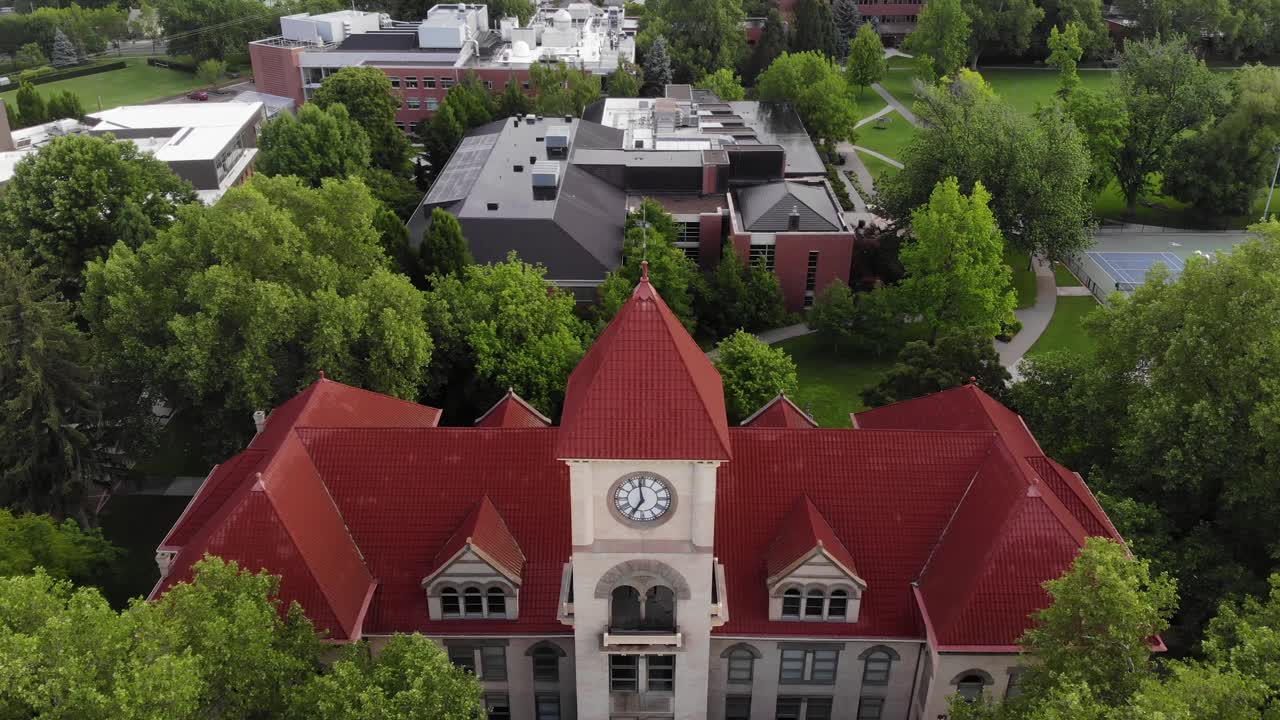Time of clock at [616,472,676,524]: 6:58
